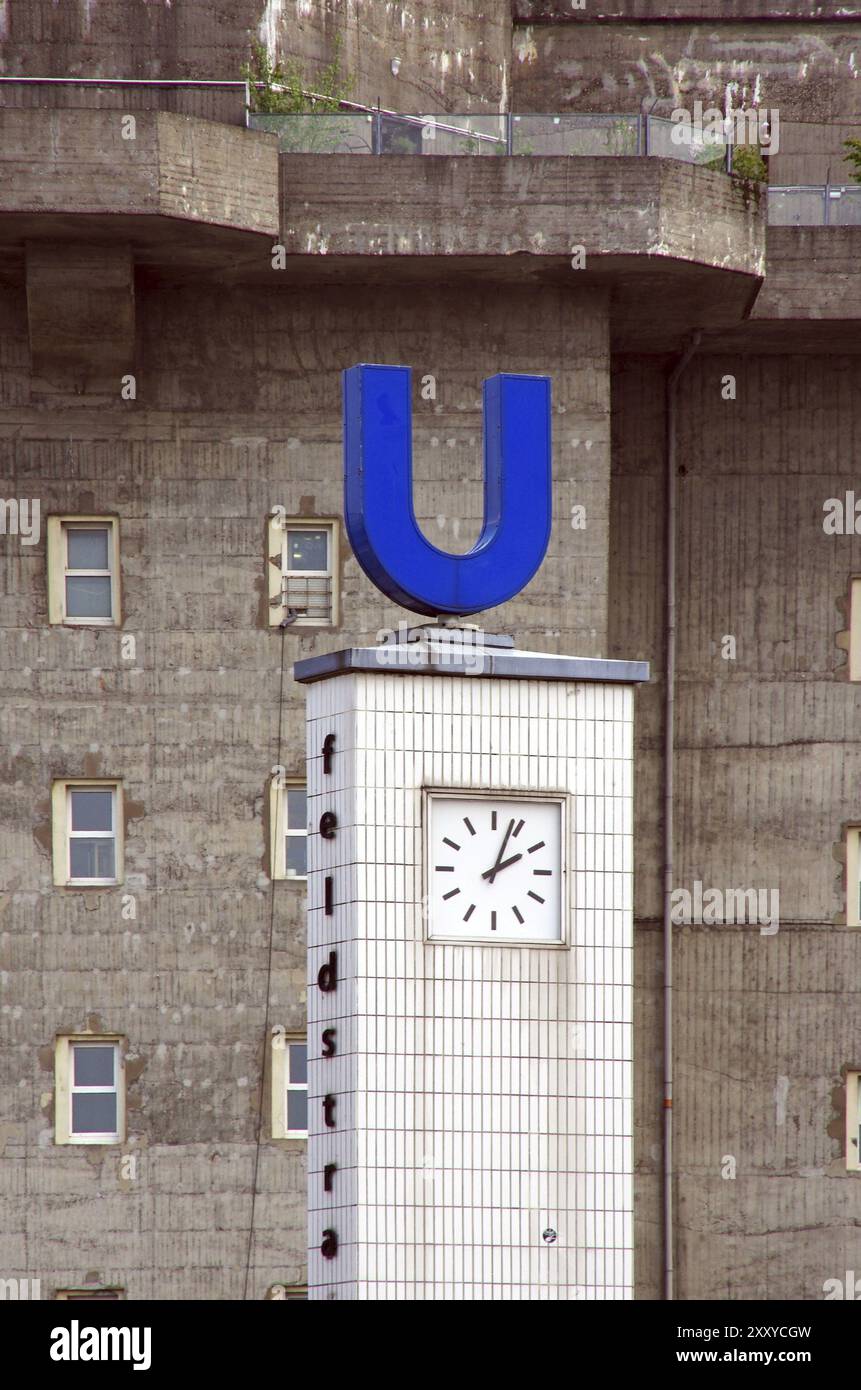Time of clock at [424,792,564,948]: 2:03
